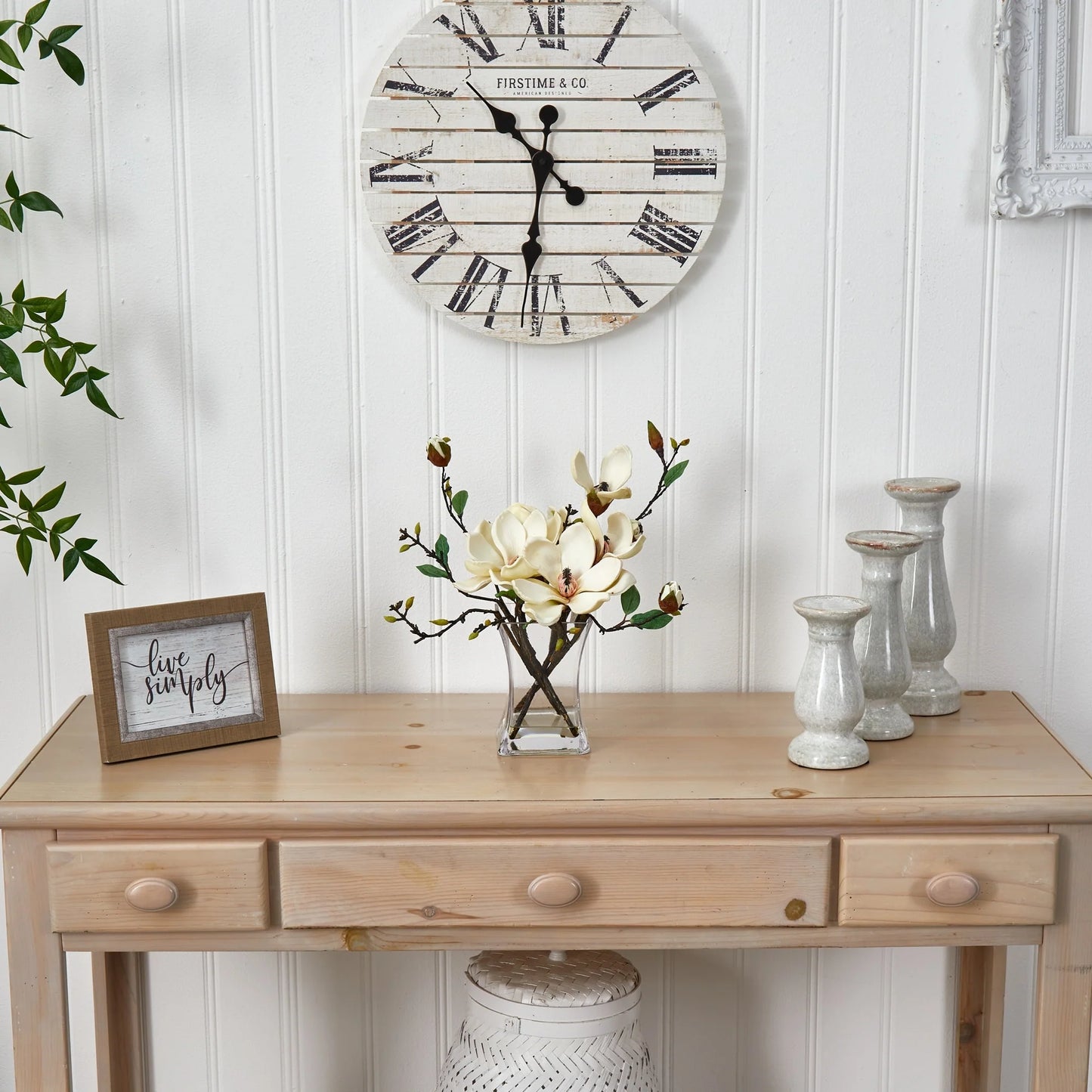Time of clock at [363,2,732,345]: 10:31
